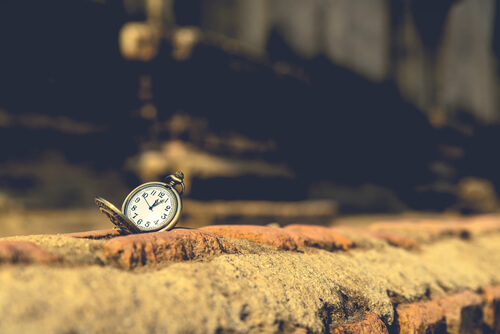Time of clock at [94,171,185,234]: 1:09
